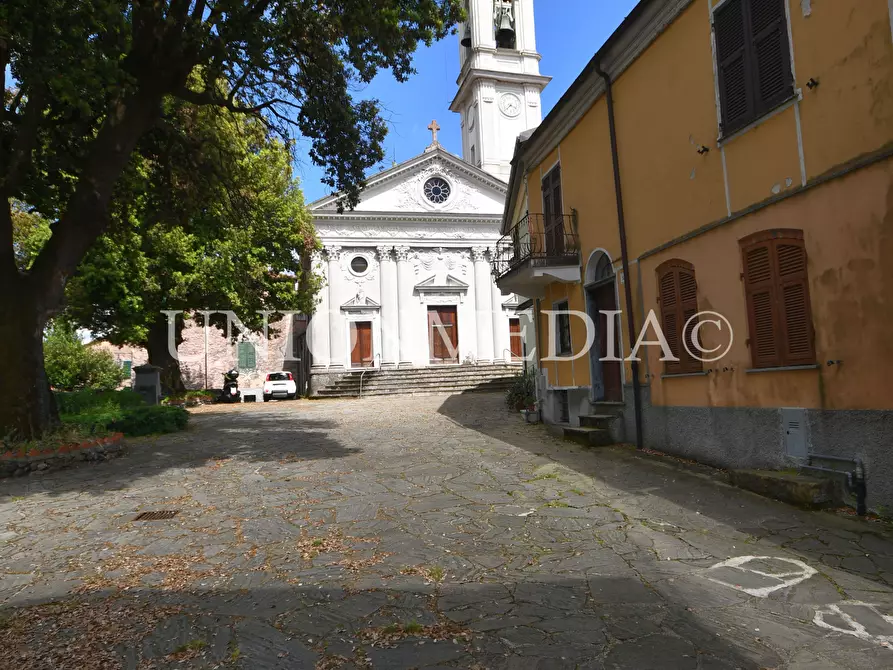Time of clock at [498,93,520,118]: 3:37
